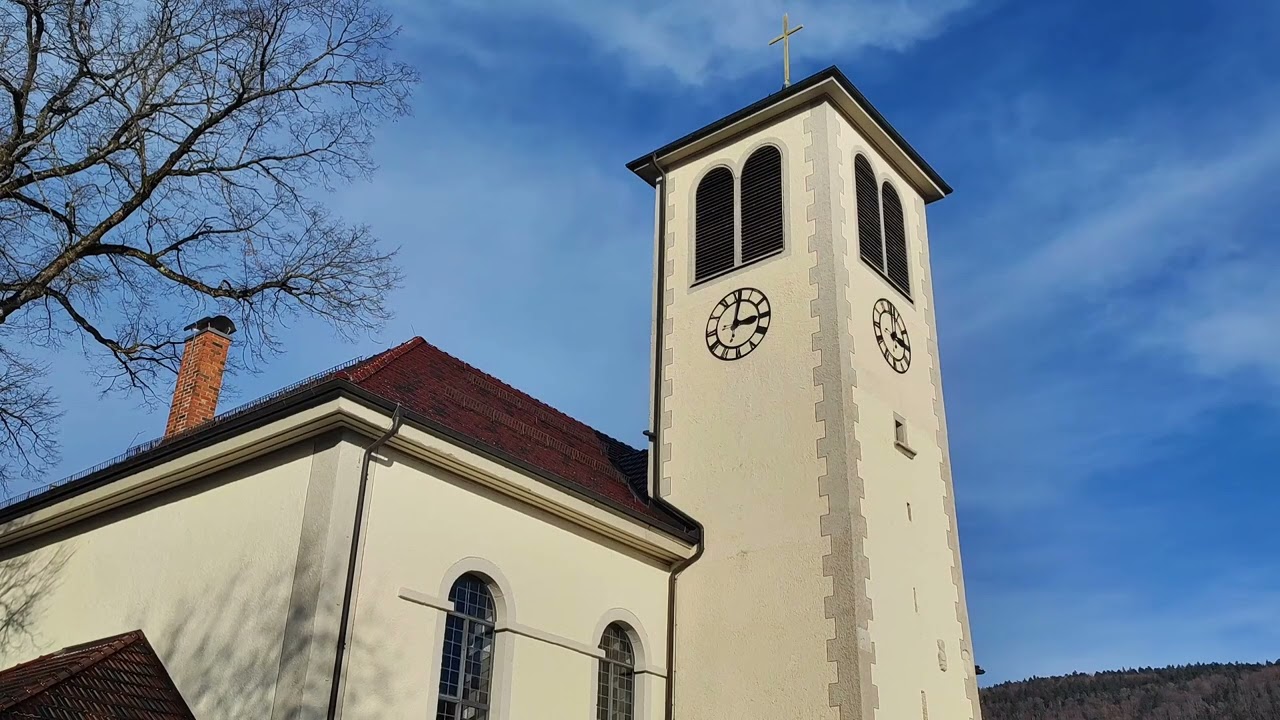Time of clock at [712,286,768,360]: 3:01
